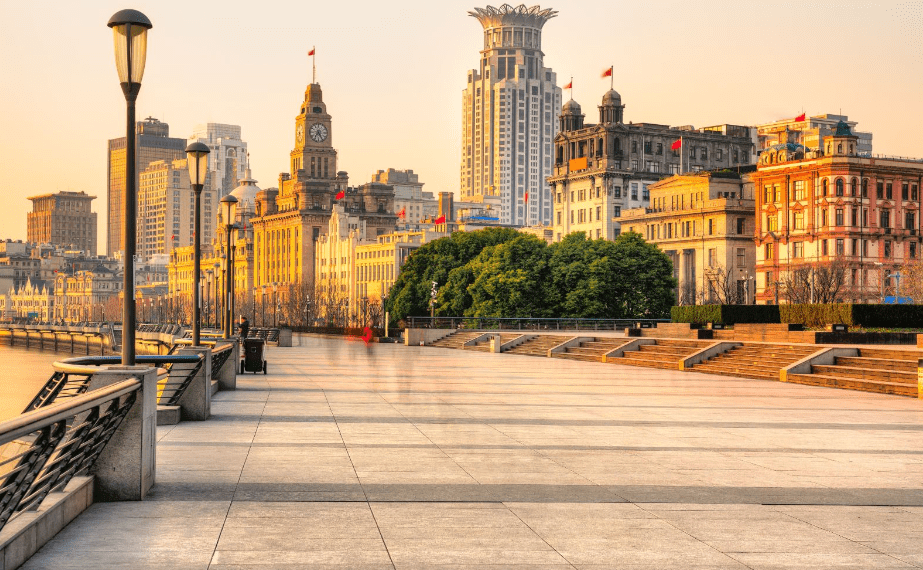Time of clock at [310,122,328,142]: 7:24
